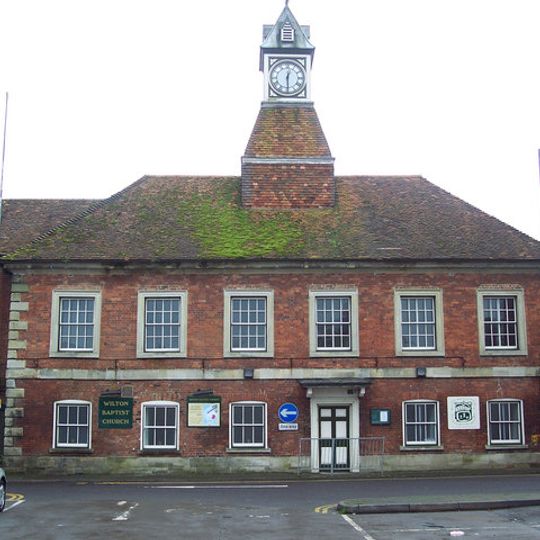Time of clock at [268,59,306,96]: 12:29
